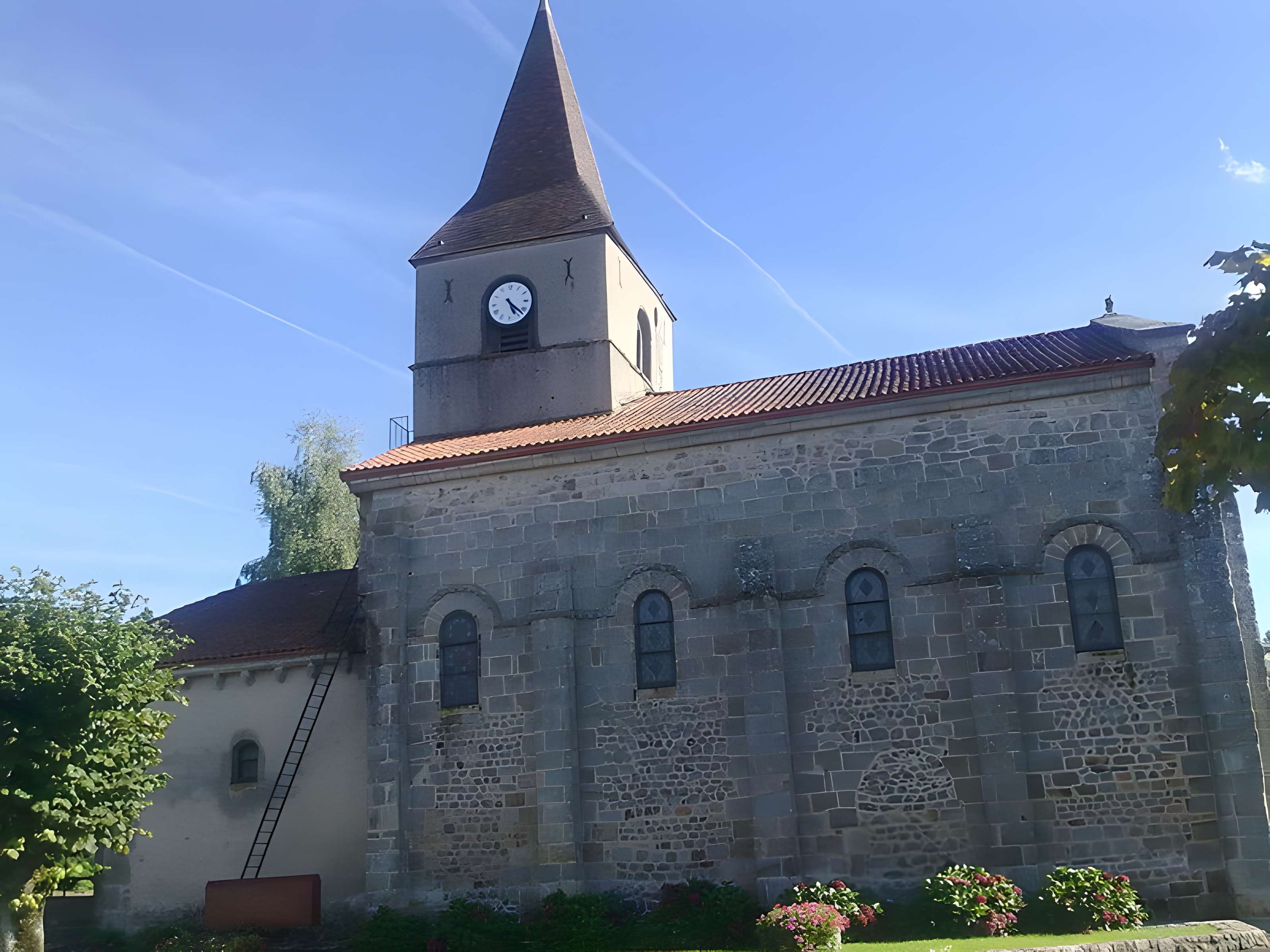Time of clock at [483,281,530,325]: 5:22
